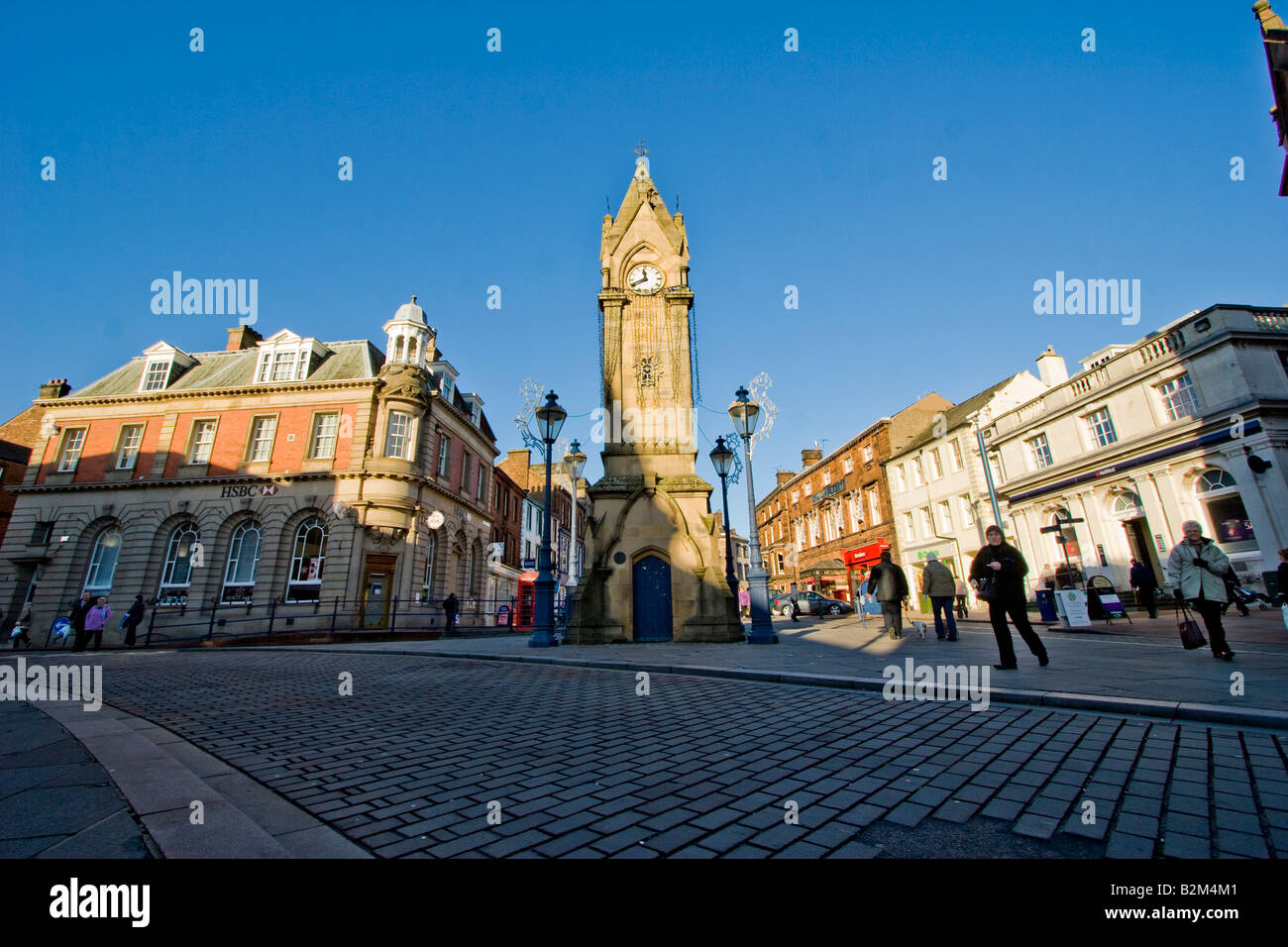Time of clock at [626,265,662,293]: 11:41
